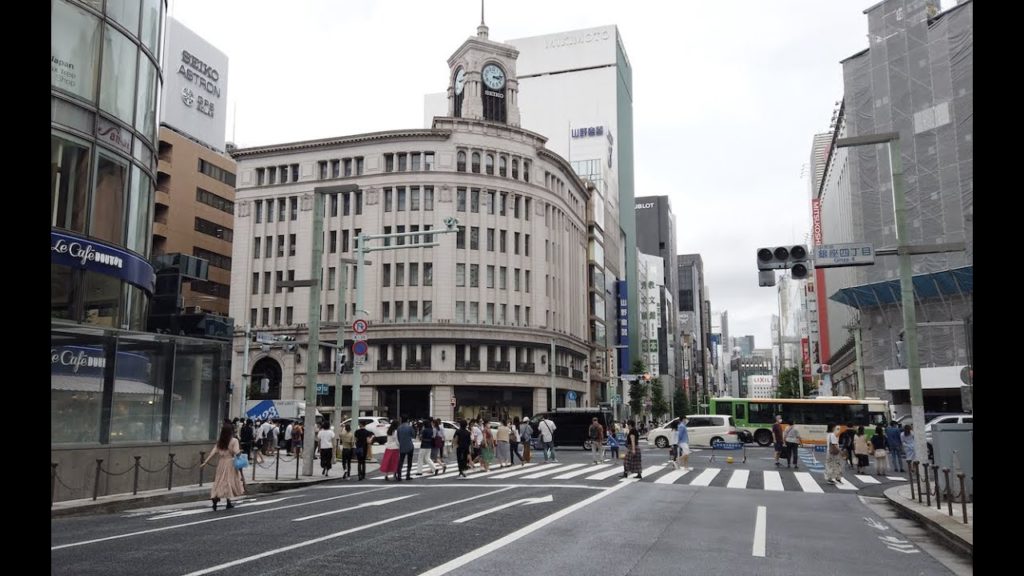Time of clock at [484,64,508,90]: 3:12
